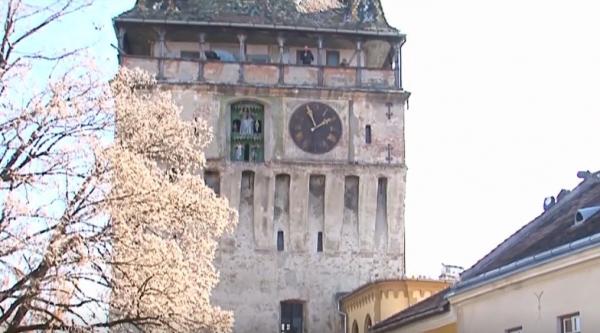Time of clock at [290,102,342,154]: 1:56
